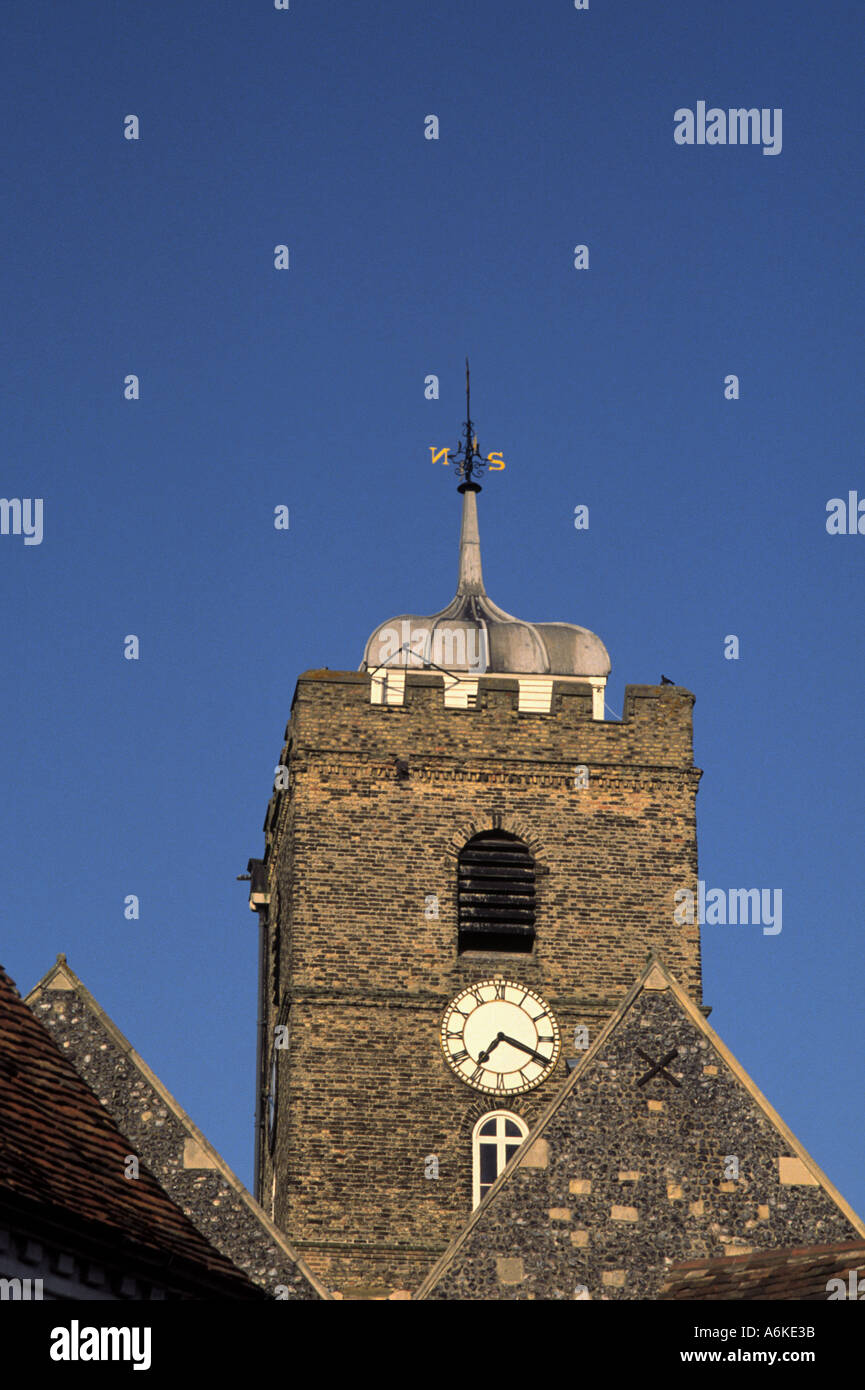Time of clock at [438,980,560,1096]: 7:19
